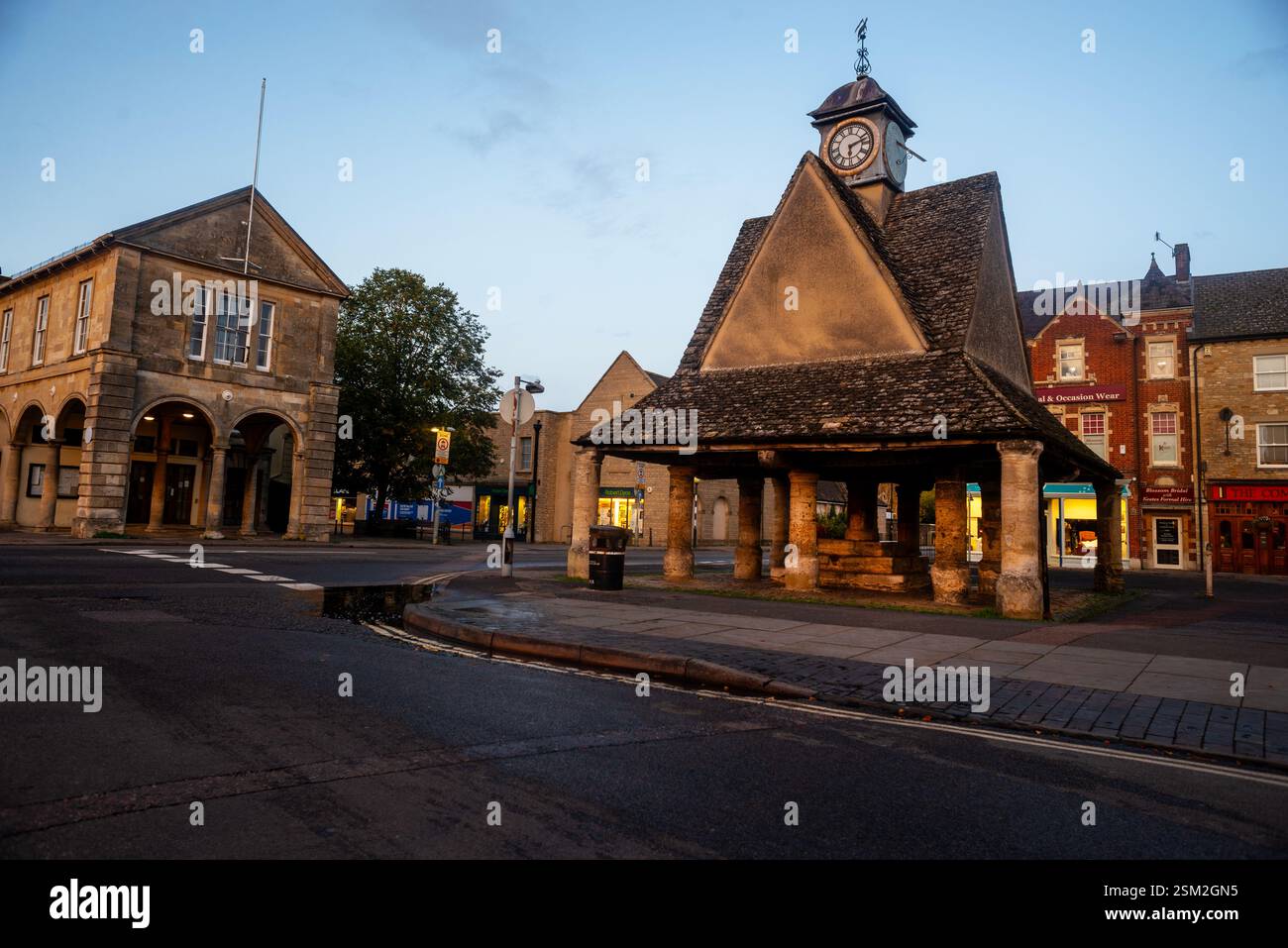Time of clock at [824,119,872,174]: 6:12
